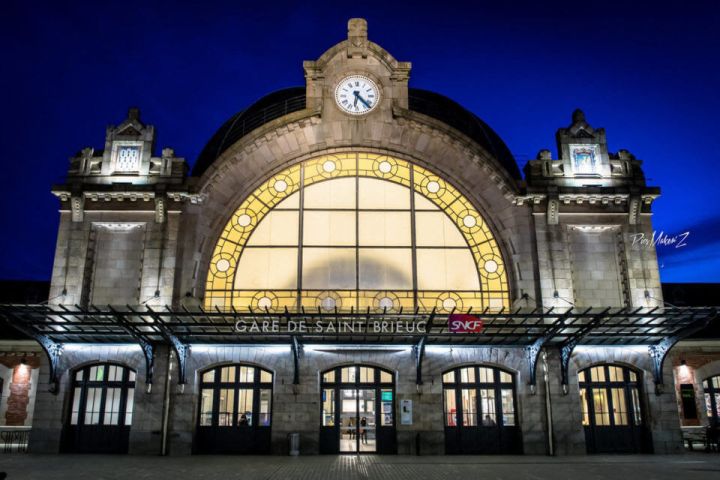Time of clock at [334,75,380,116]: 6:22
